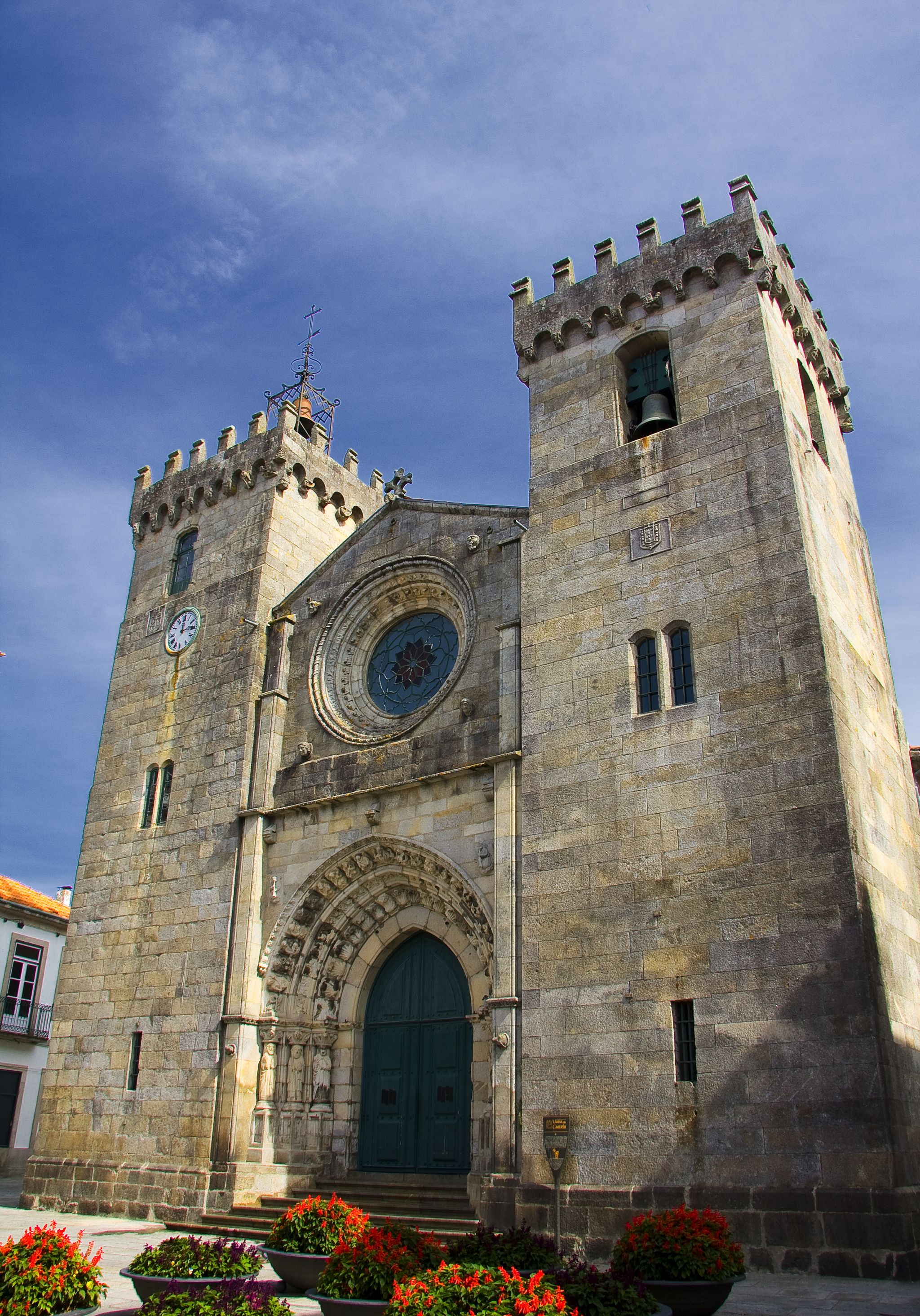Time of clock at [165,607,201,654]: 12:13
